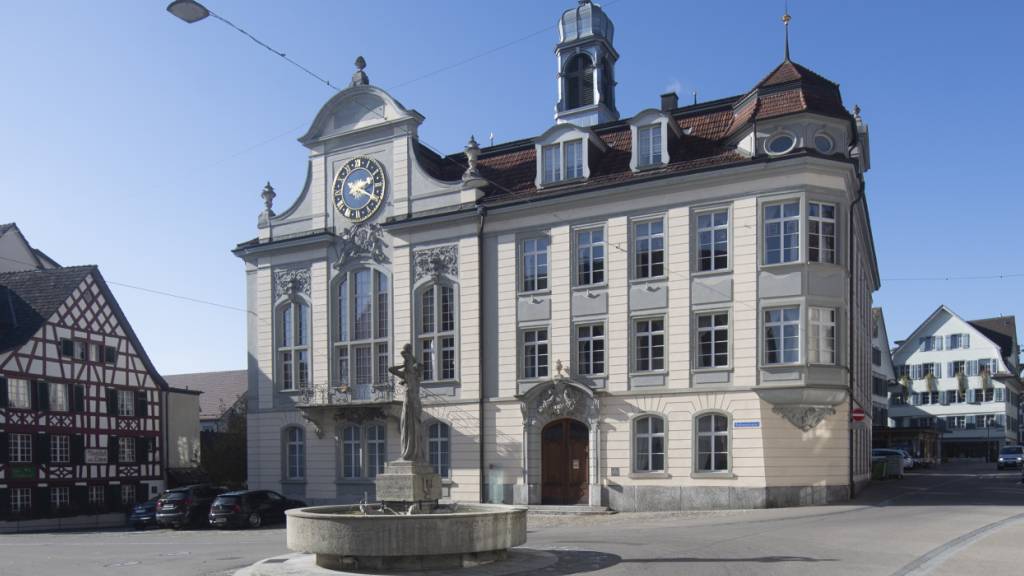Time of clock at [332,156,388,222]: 2:18
